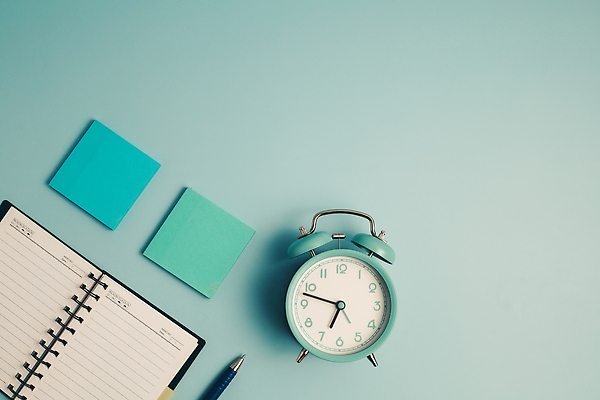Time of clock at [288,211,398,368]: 6:47
